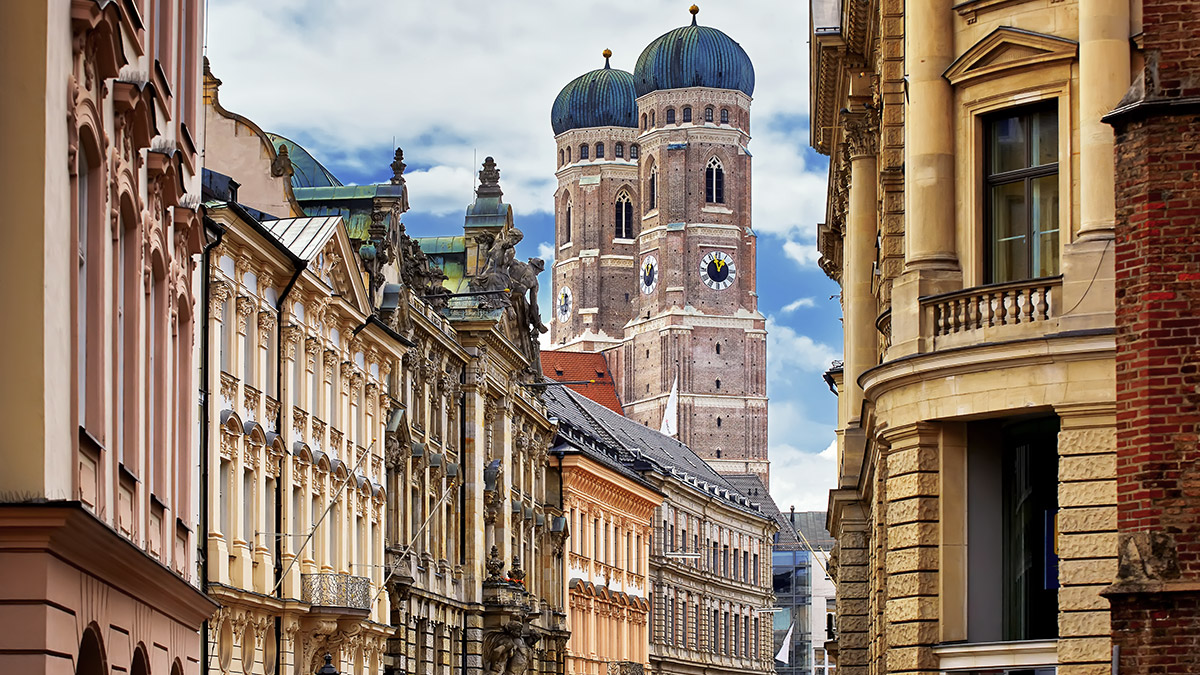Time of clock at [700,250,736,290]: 12:57
